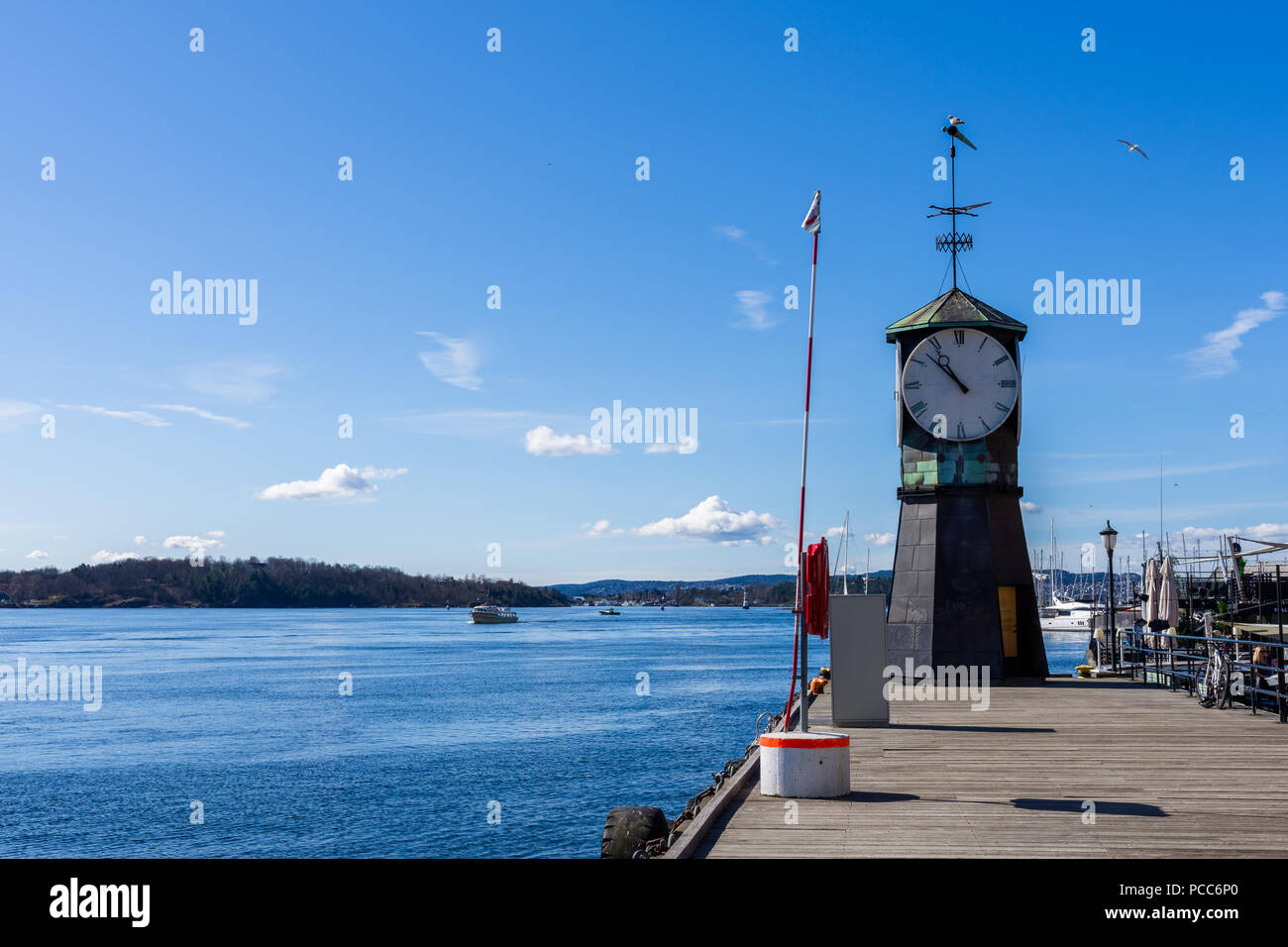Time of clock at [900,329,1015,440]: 10:52
